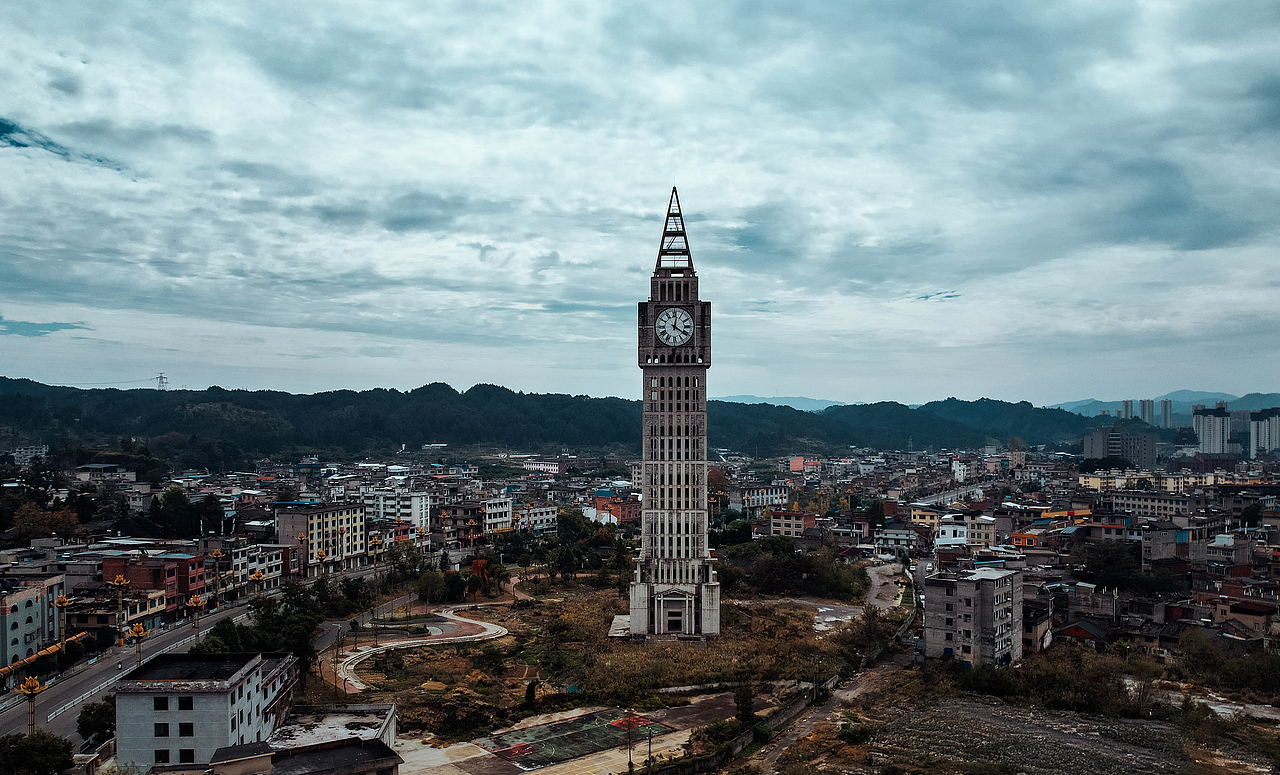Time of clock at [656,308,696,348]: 12:20
